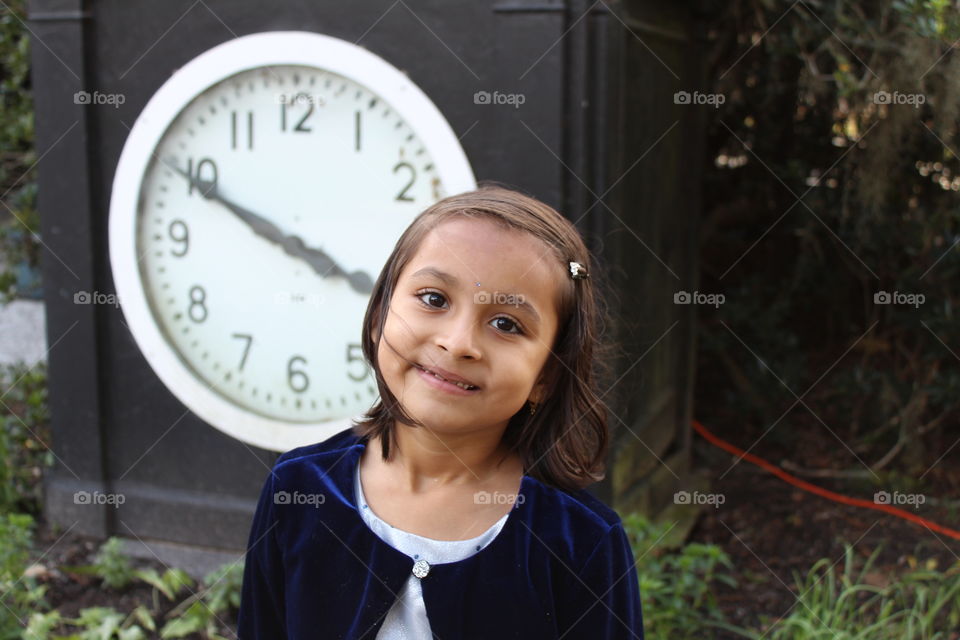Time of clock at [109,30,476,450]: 3:49
